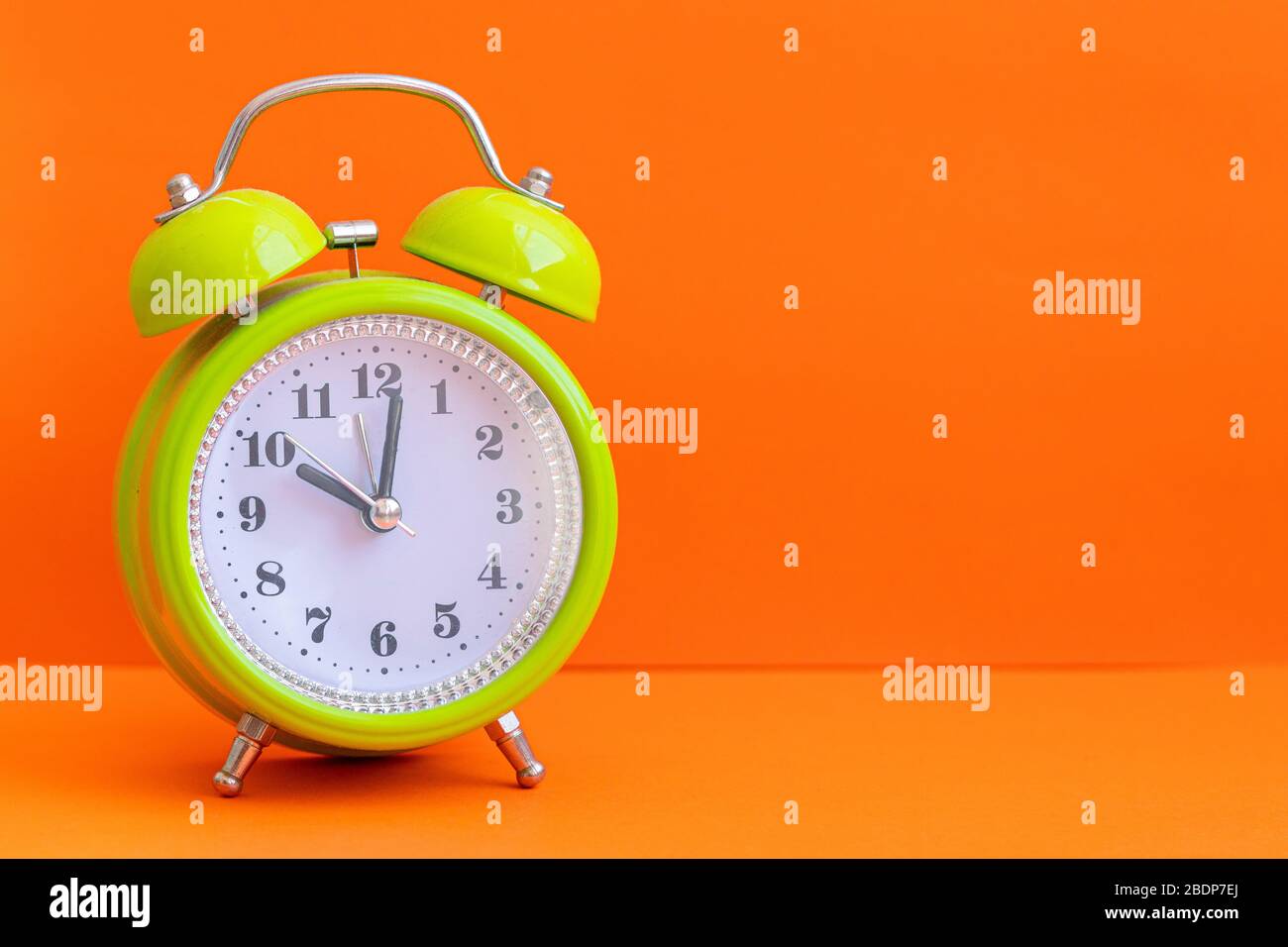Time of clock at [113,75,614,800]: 10:01
